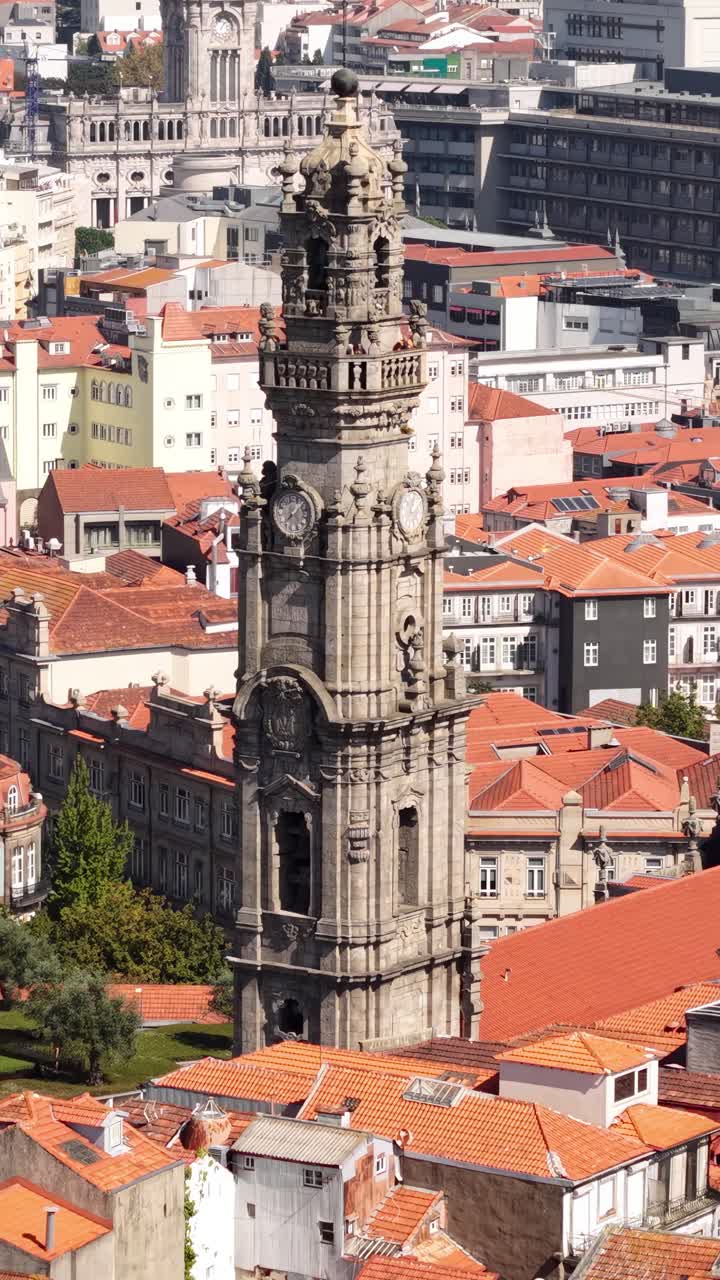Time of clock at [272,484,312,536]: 8:07
